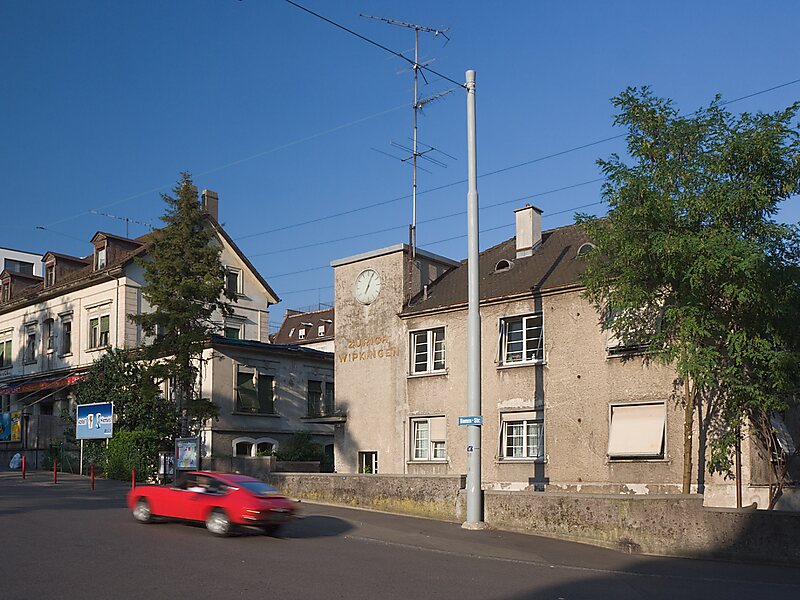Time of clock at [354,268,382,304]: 7:04
